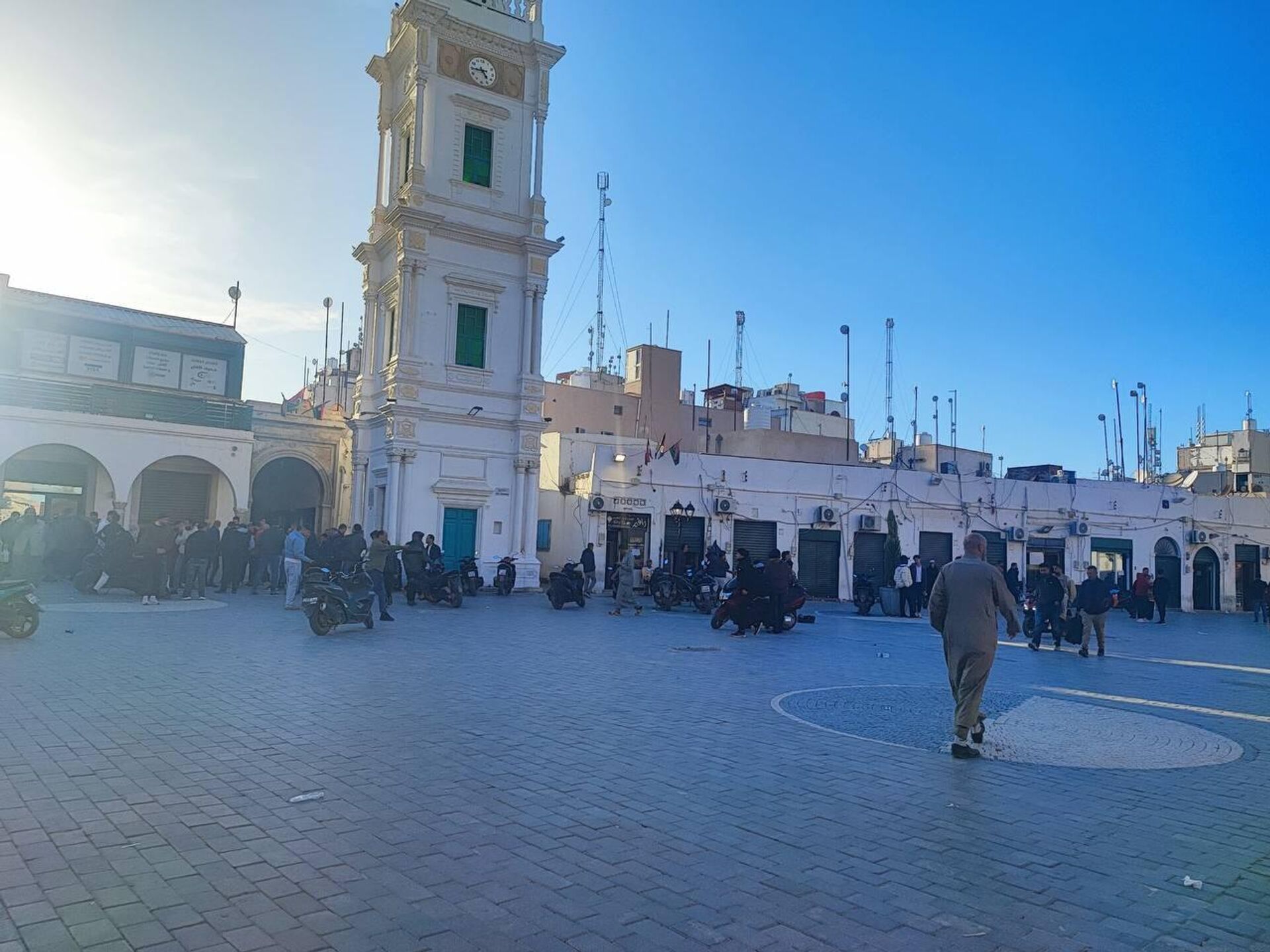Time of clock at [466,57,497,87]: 4:44
